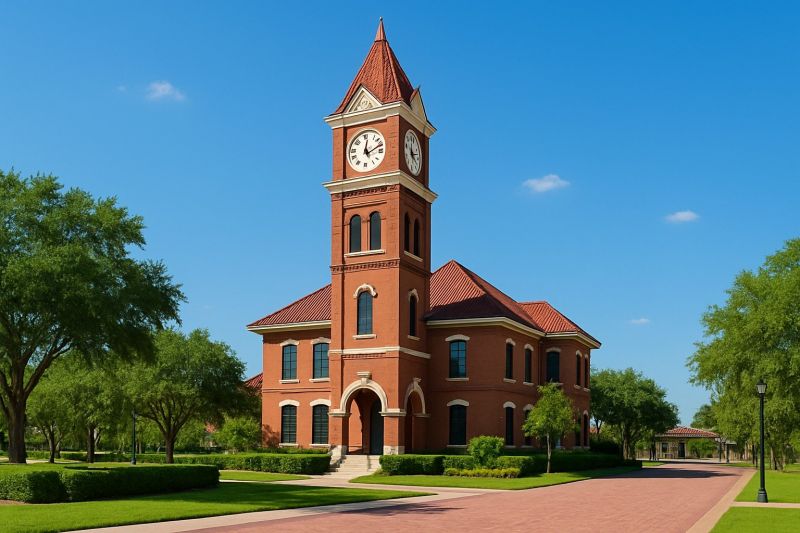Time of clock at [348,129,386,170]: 12:11
